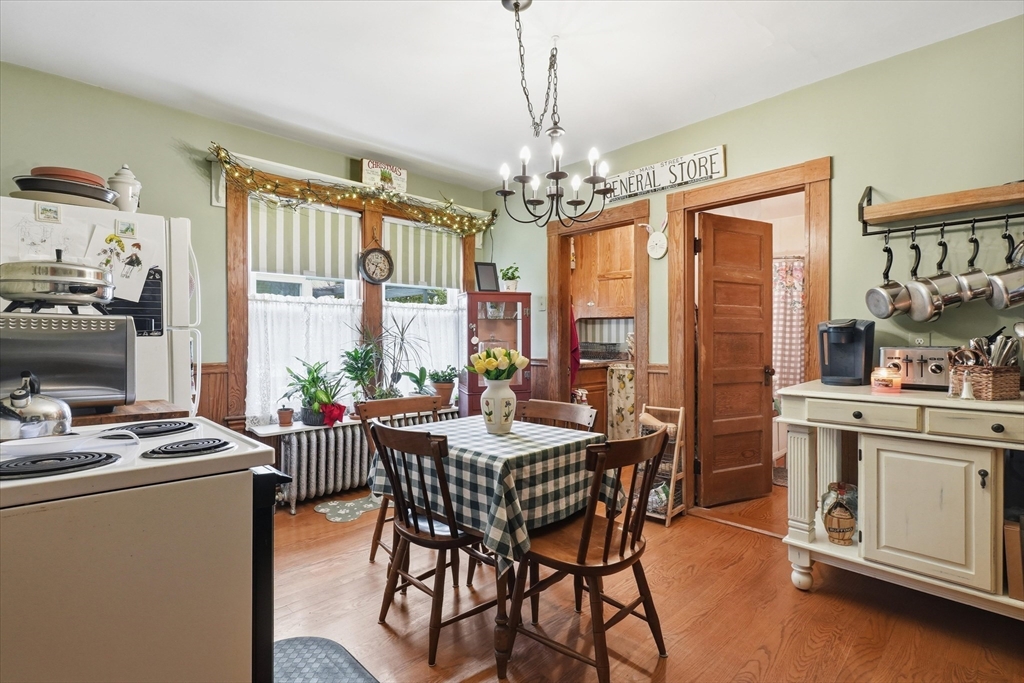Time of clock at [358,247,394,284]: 9:34
